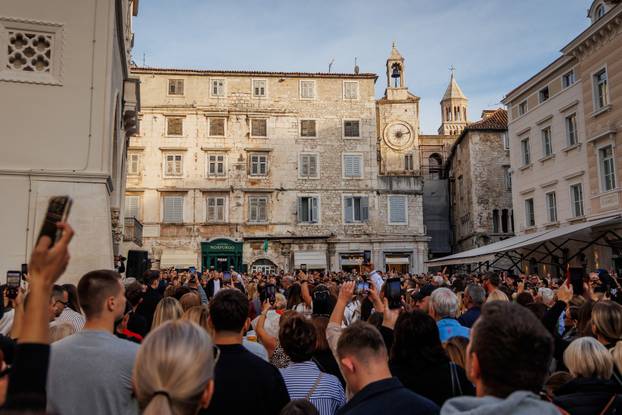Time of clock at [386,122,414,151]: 7:12
